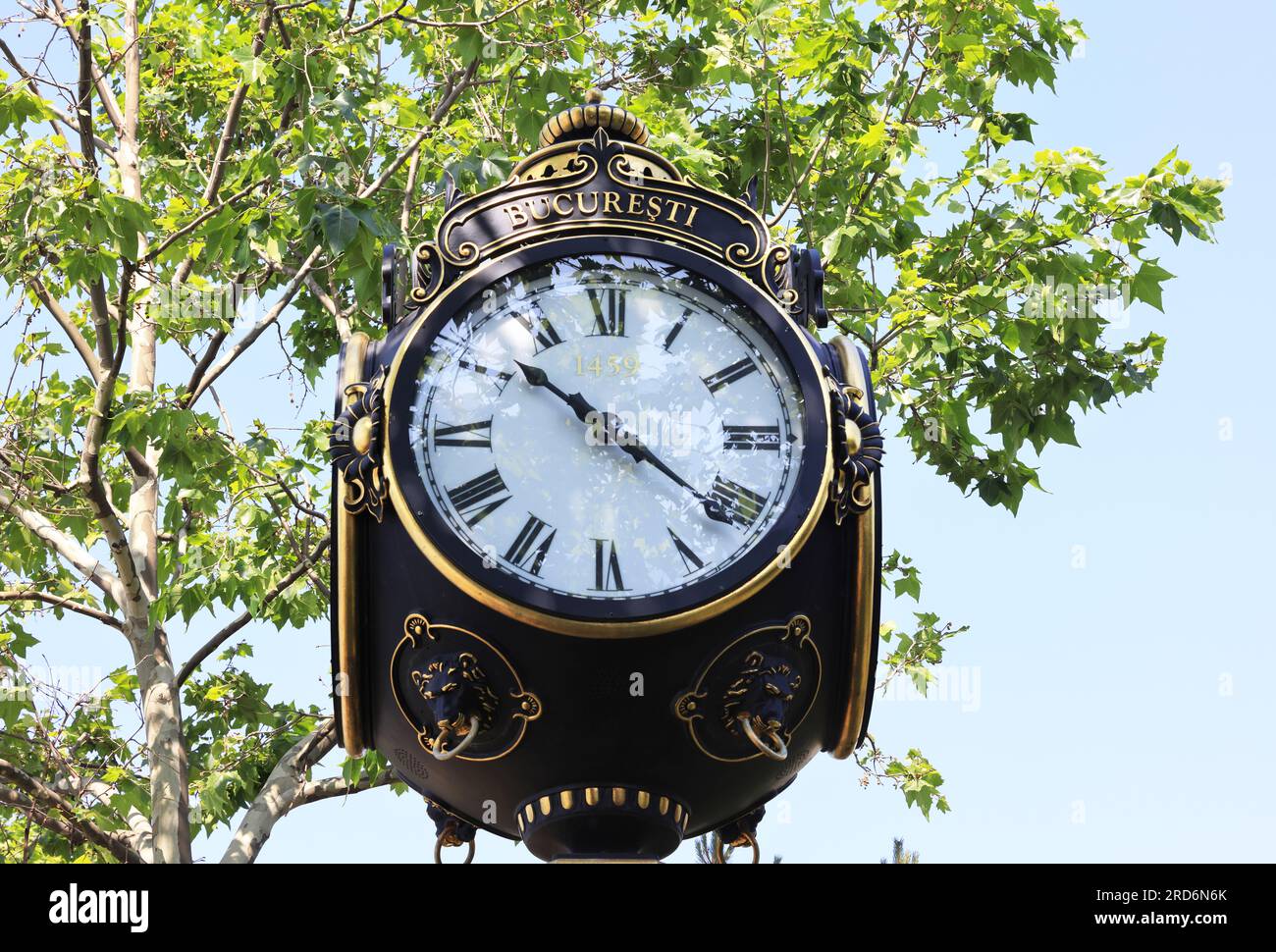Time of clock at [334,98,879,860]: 10:21
